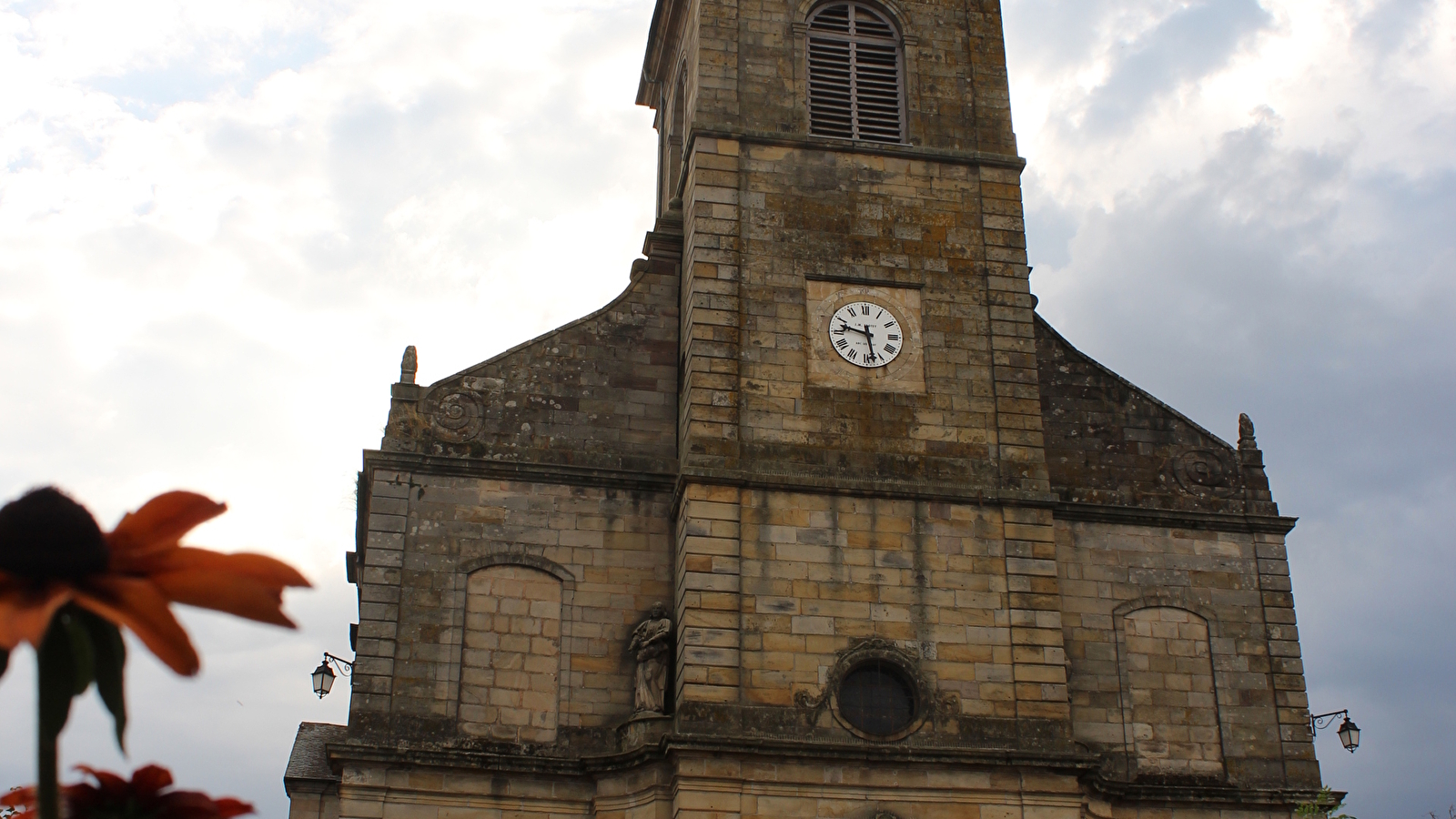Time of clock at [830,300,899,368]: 9:28
